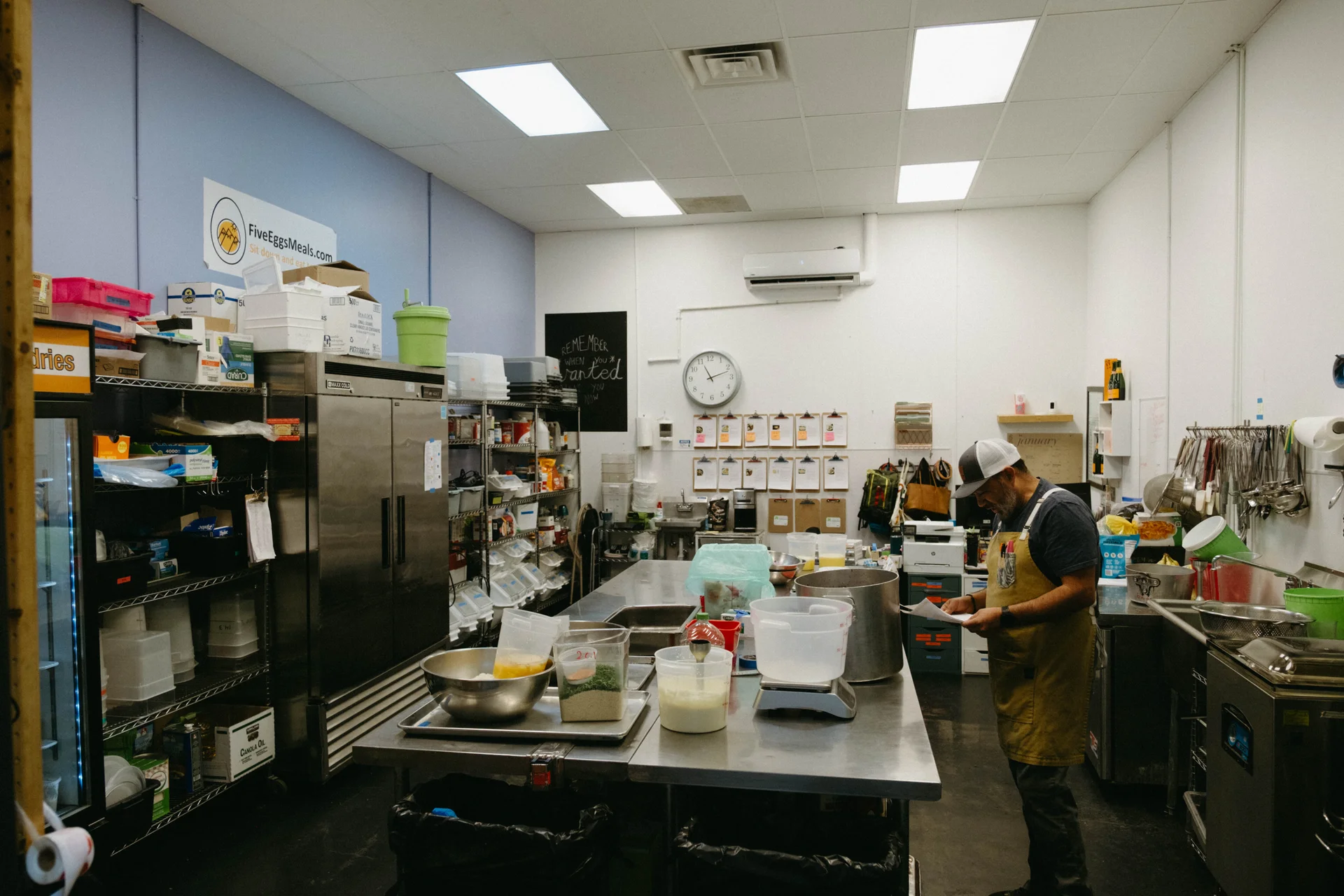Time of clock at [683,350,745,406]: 11:11
